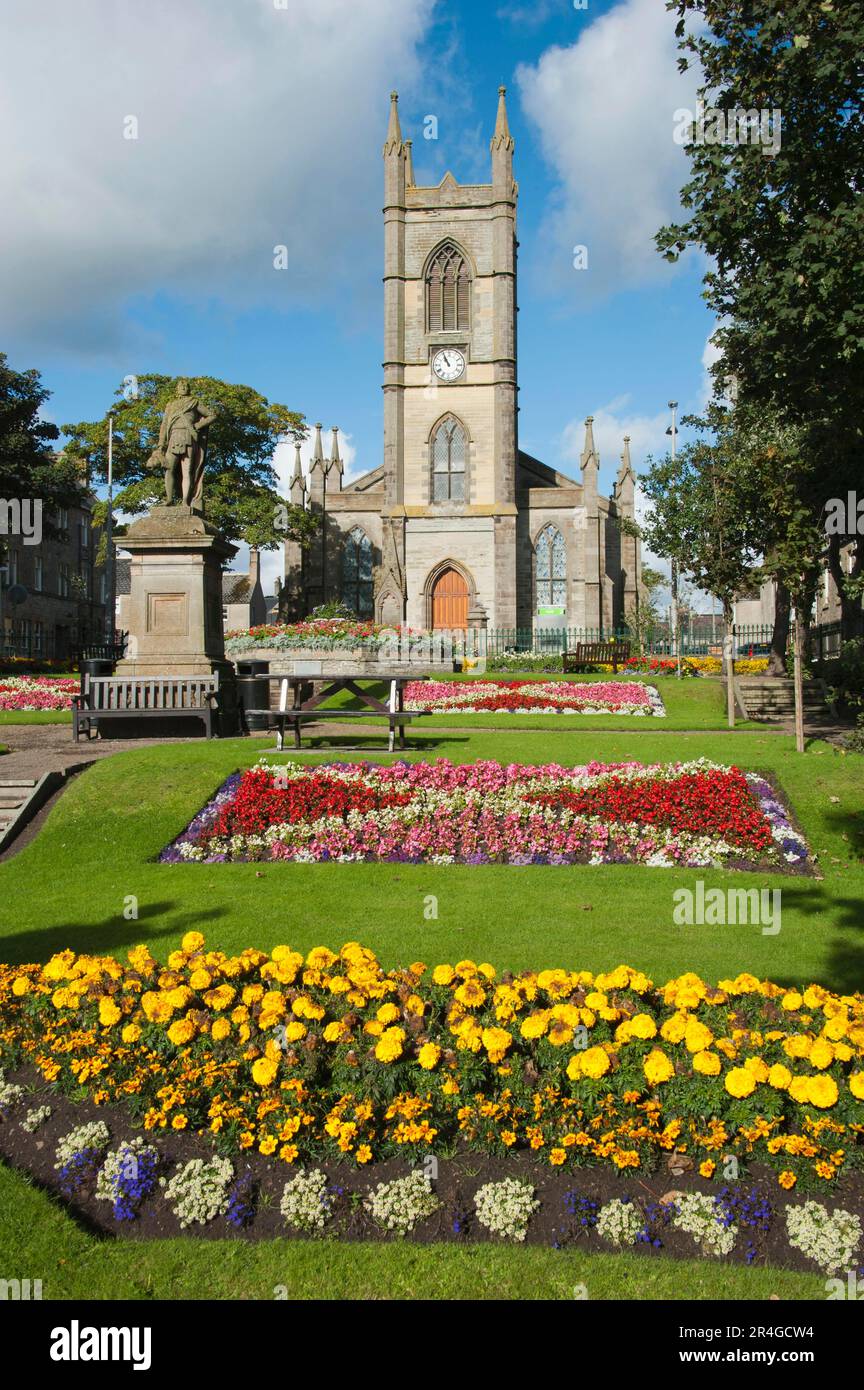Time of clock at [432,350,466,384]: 10:55
